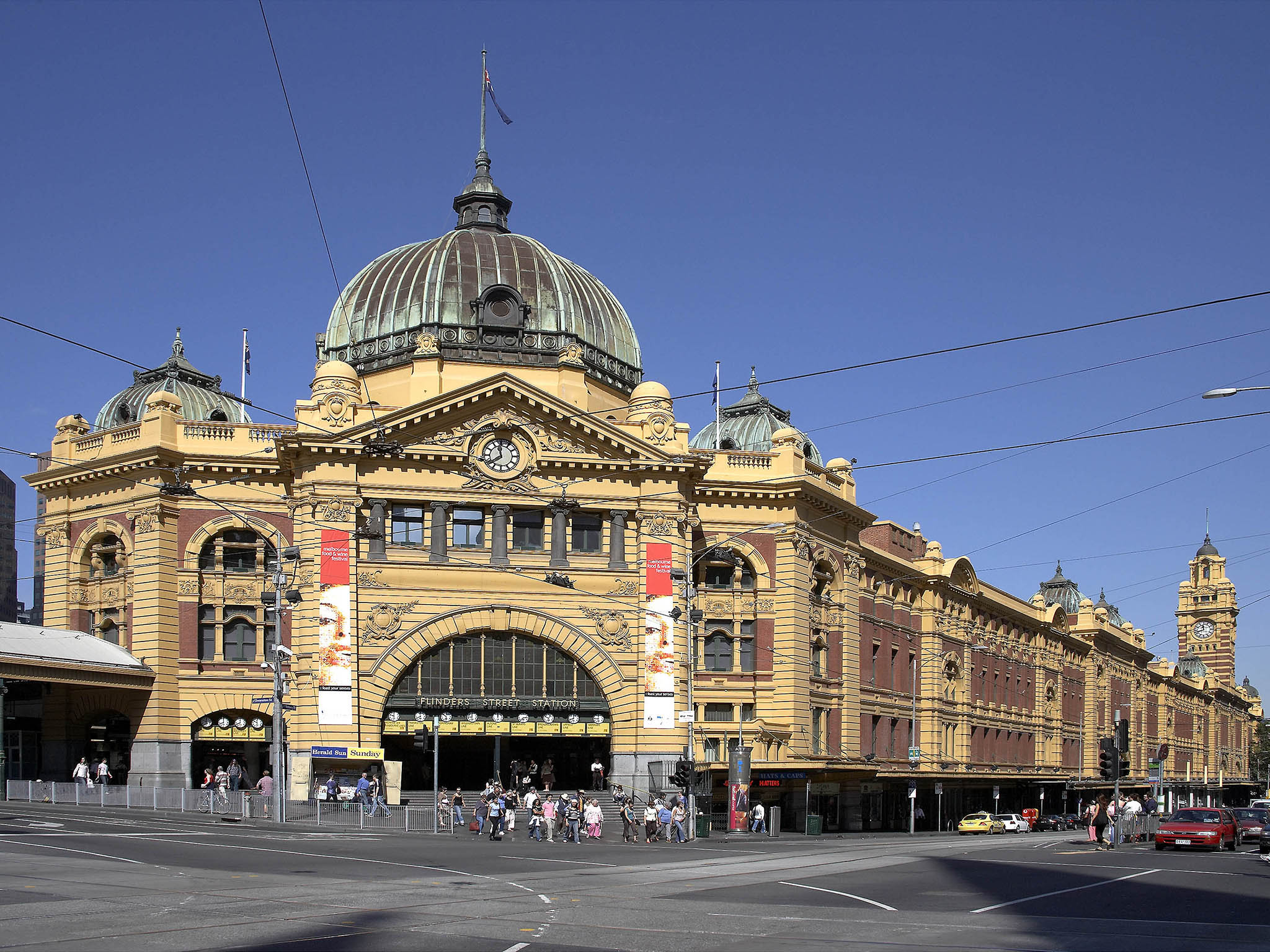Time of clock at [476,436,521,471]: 11:38
